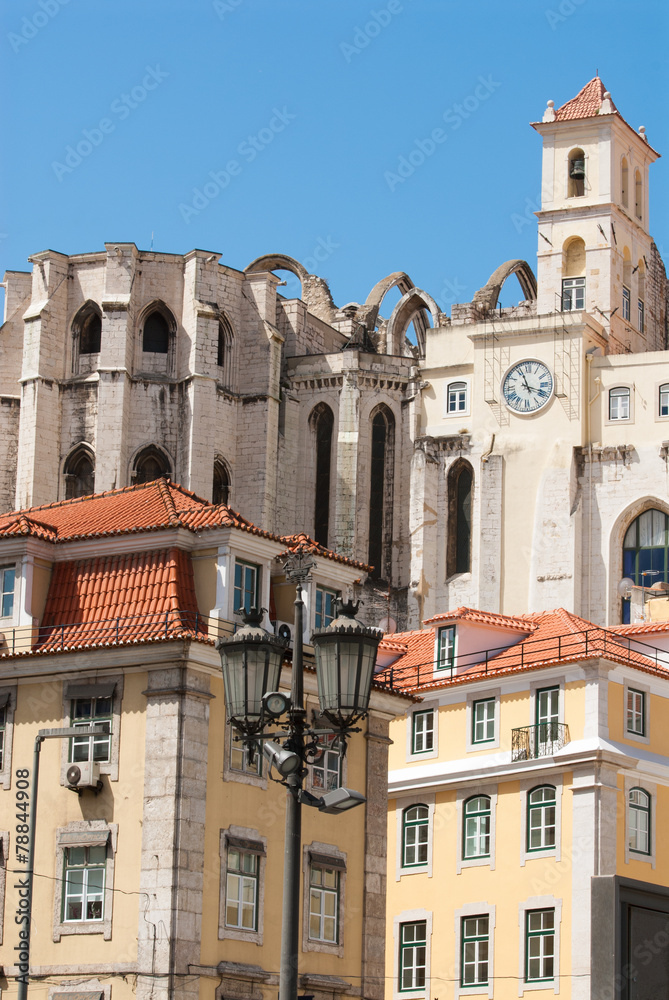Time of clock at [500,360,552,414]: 11:18
